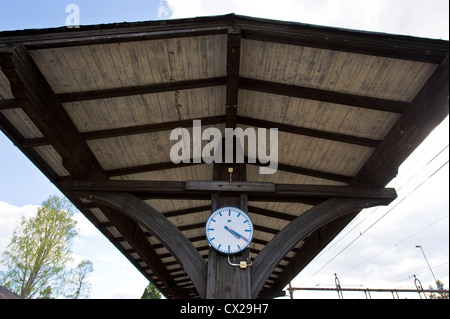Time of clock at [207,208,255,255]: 4:19
